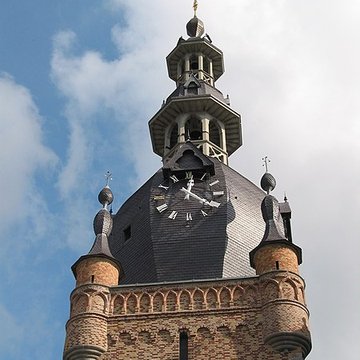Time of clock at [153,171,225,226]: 12:21
